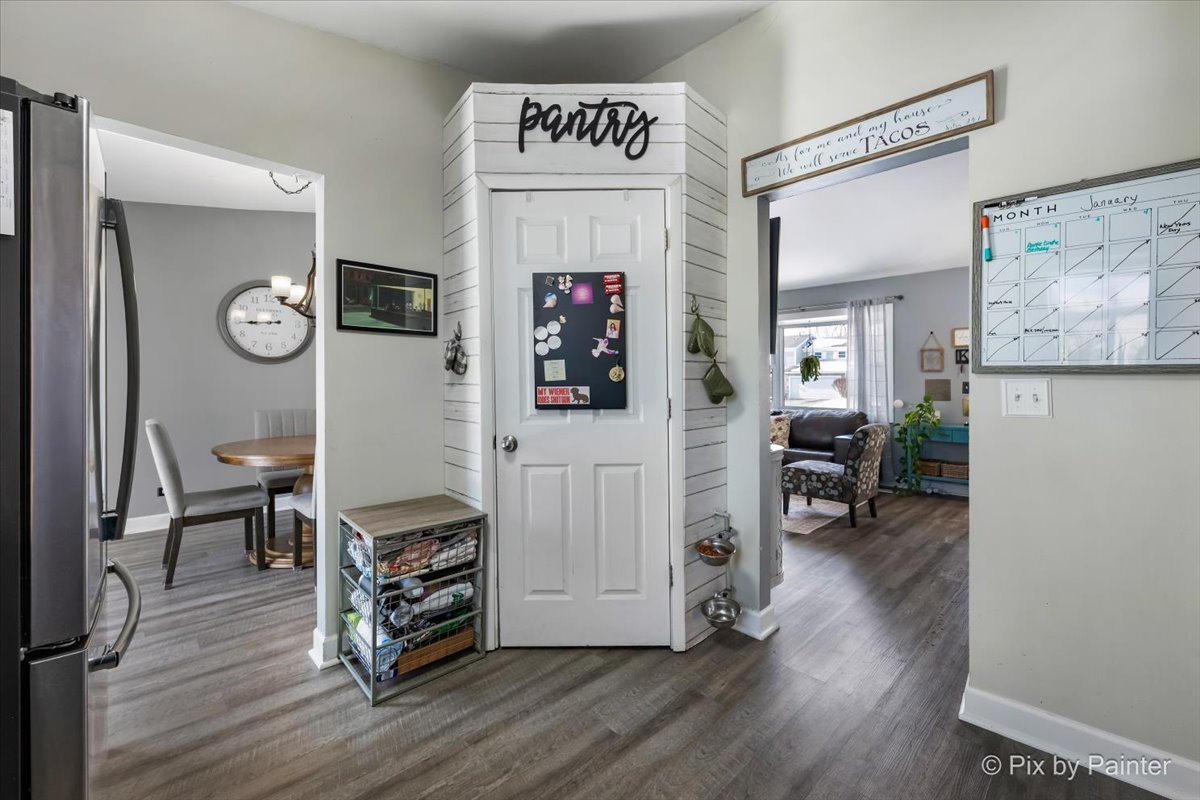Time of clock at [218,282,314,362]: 8:44
